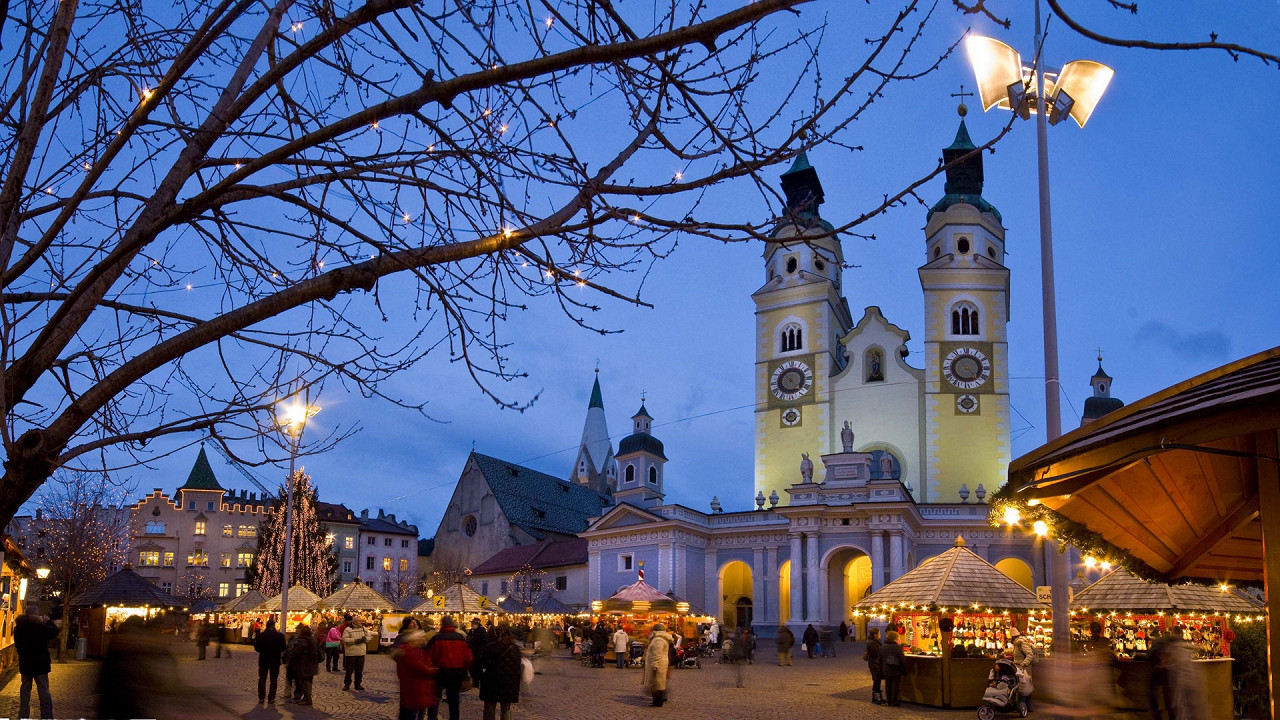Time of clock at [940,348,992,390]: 4:23
